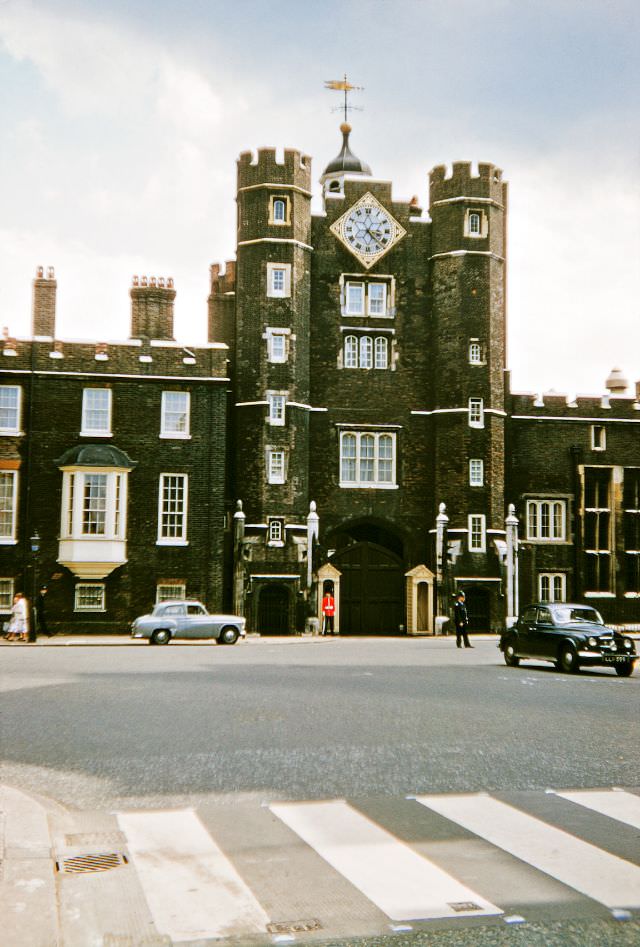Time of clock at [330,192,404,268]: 3:22
